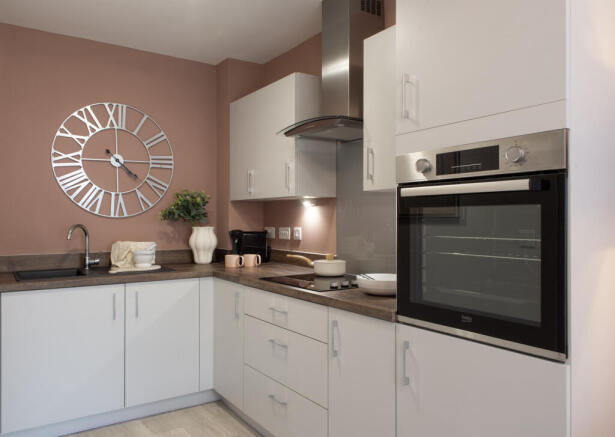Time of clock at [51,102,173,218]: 4:14
